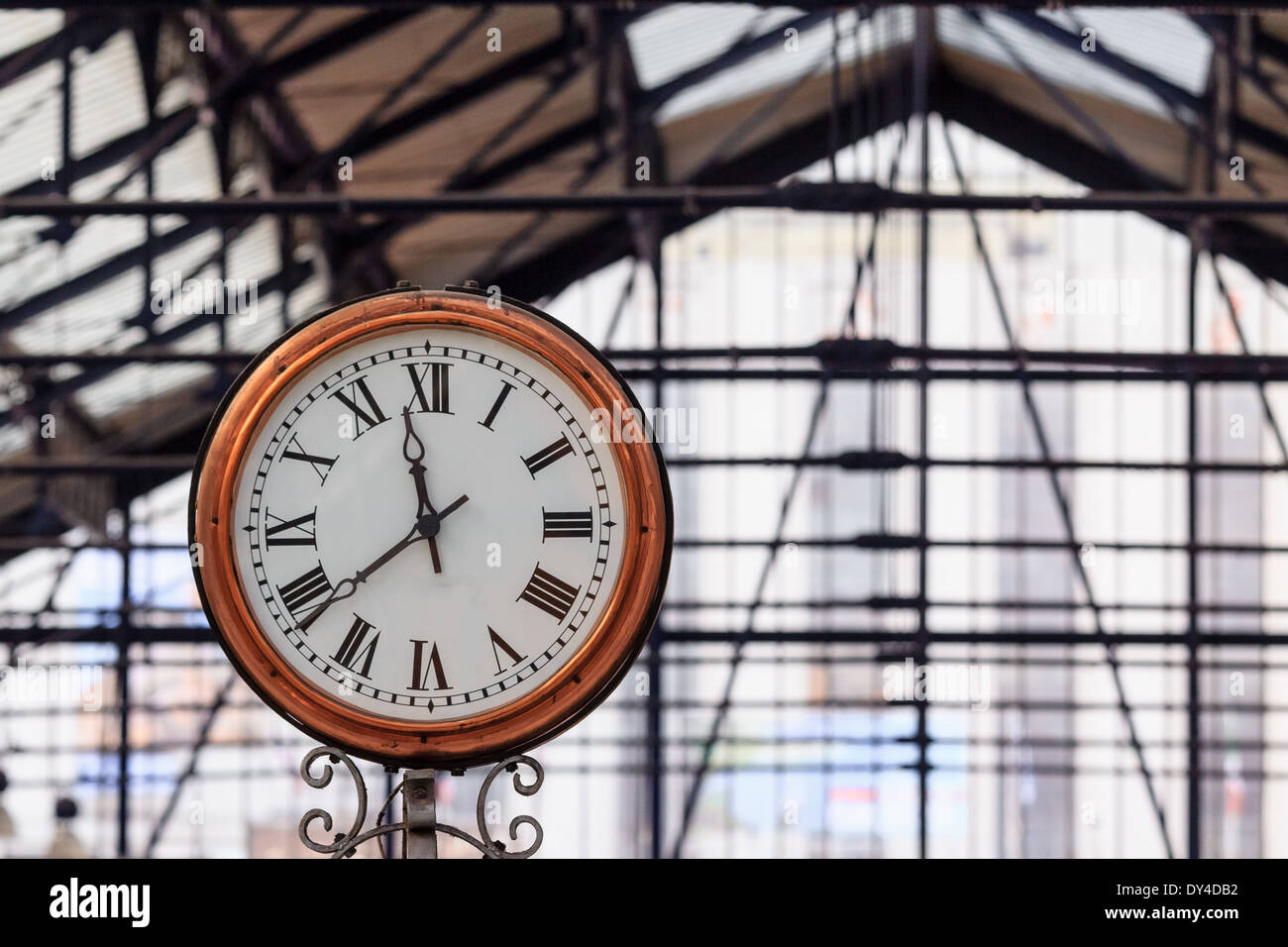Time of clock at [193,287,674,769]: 11:38
